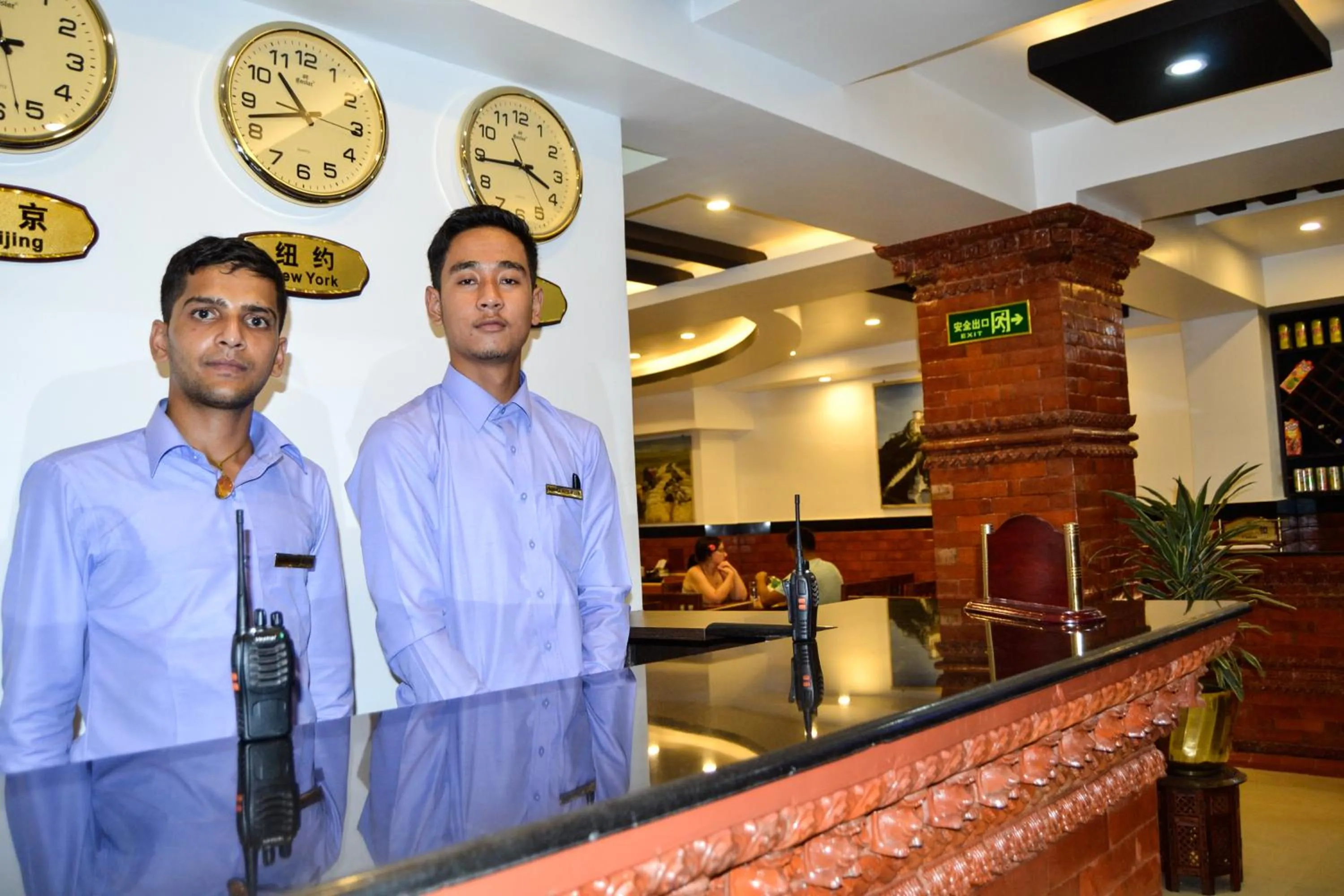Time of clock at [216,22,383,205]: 10:42
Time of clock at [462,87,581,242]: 3:44
